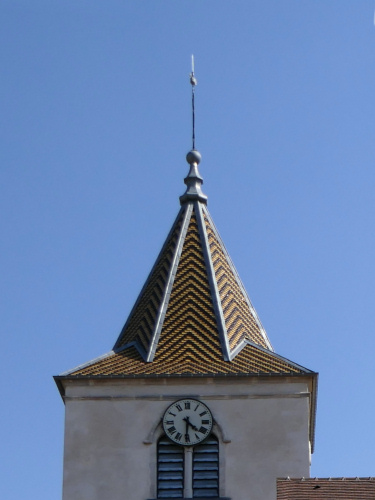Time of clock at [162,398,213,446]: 4:30
